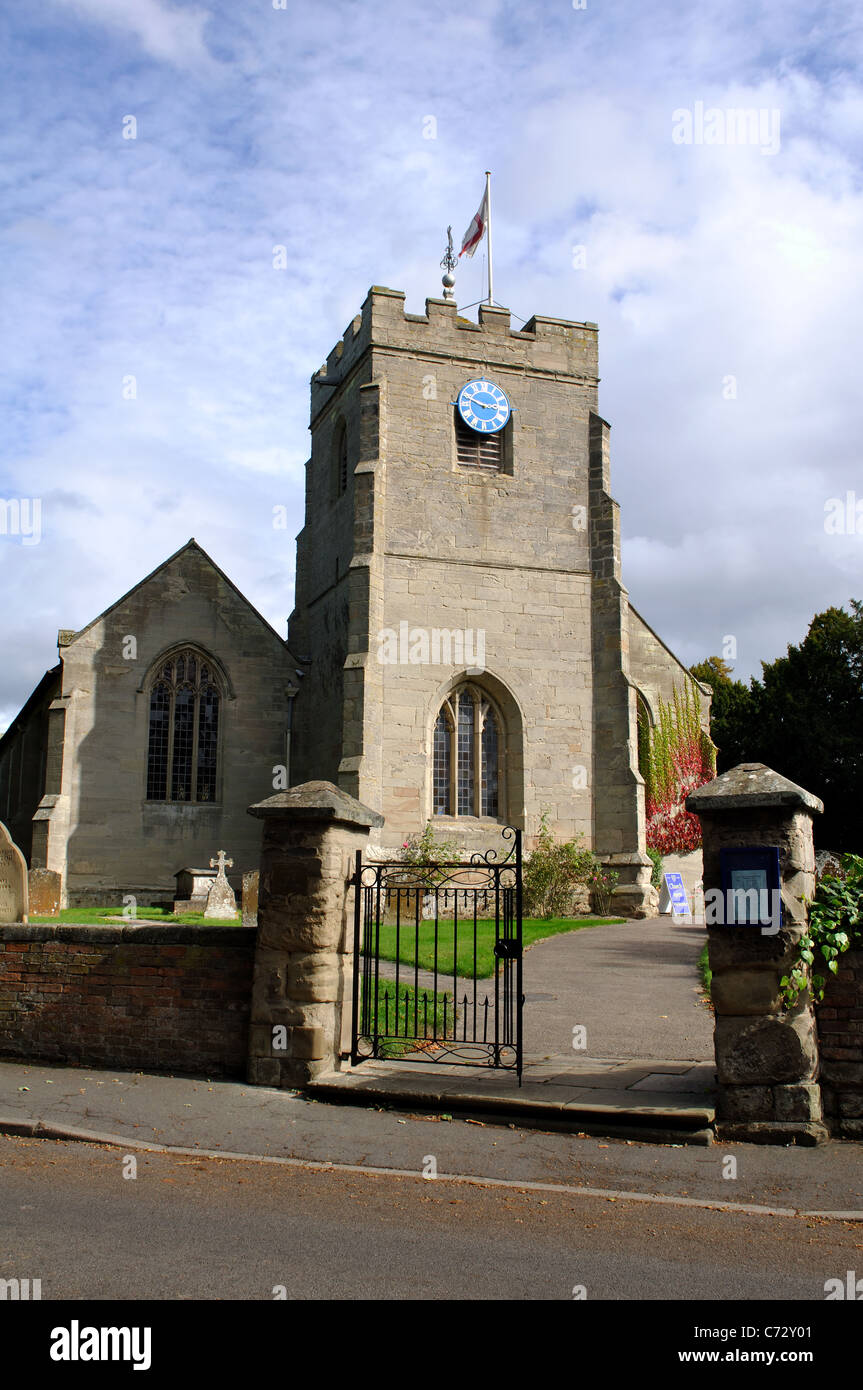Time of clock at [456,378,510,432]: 2:48
